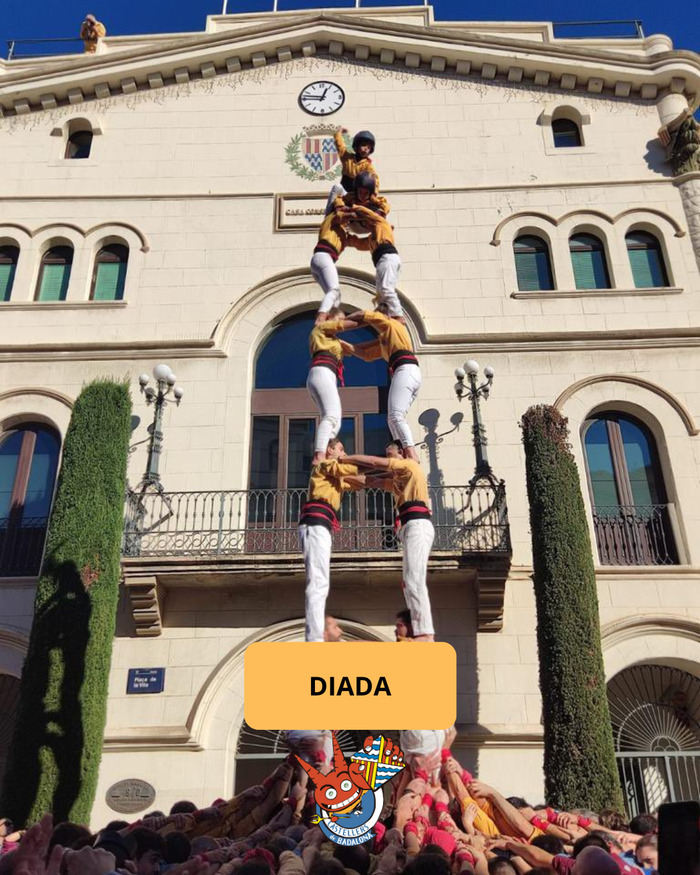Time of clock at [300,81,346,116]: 12:46
